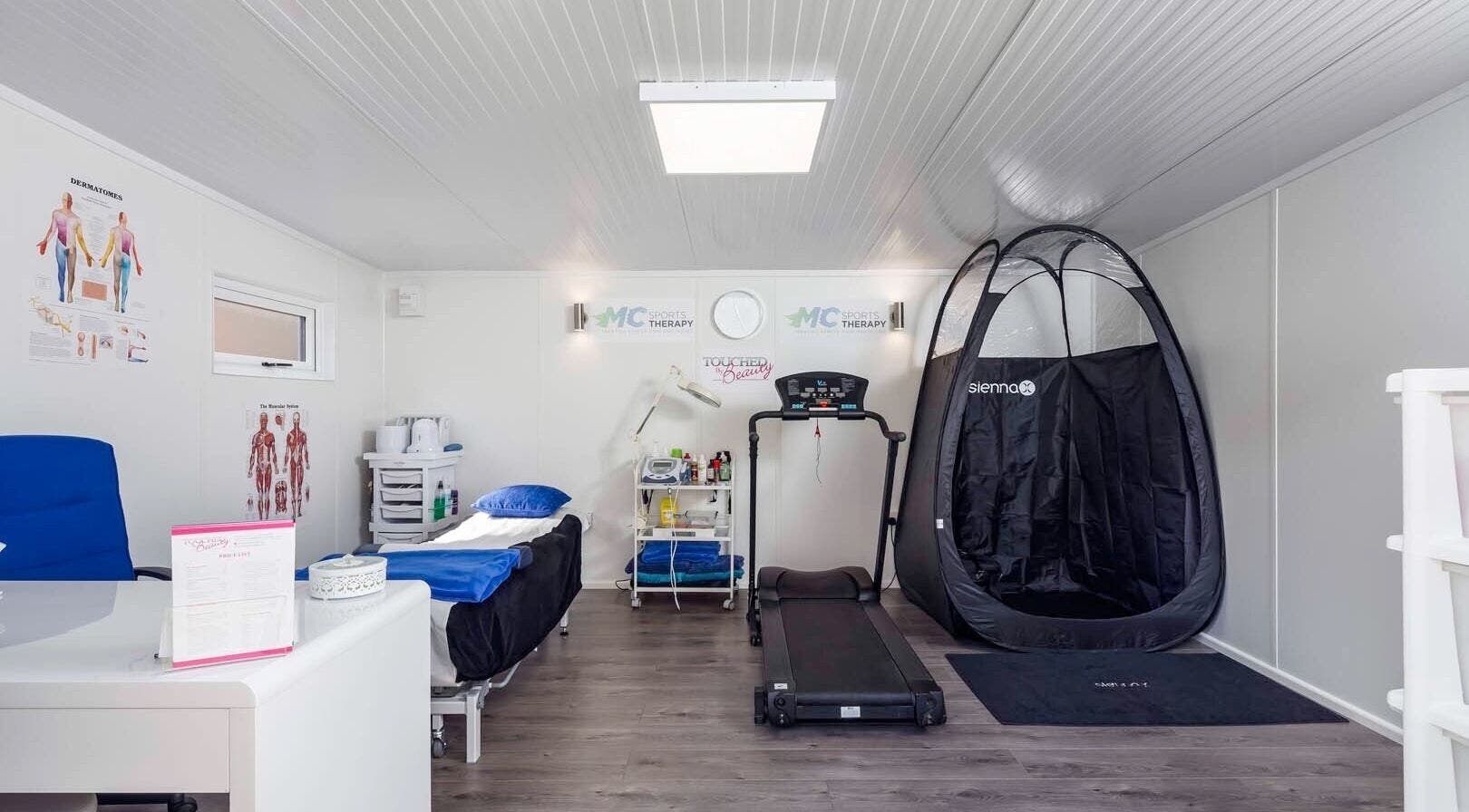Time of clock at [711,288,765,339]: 11:25
